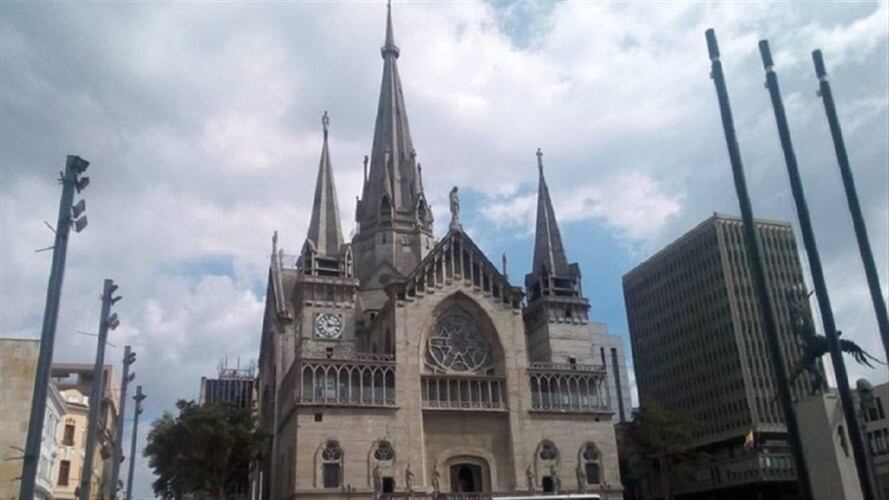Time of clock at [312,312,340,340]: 11:13
